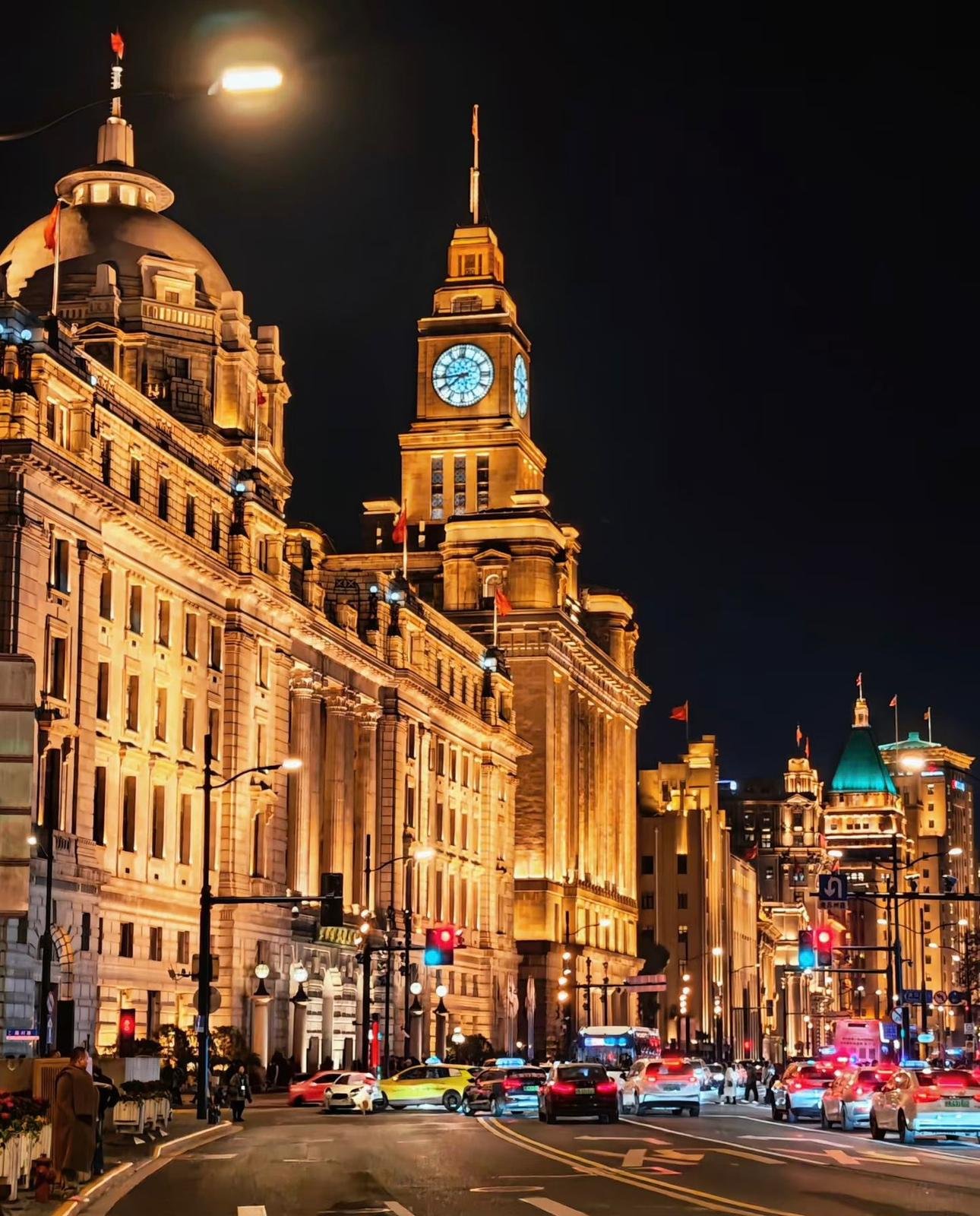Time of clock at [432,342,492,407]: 7:43
